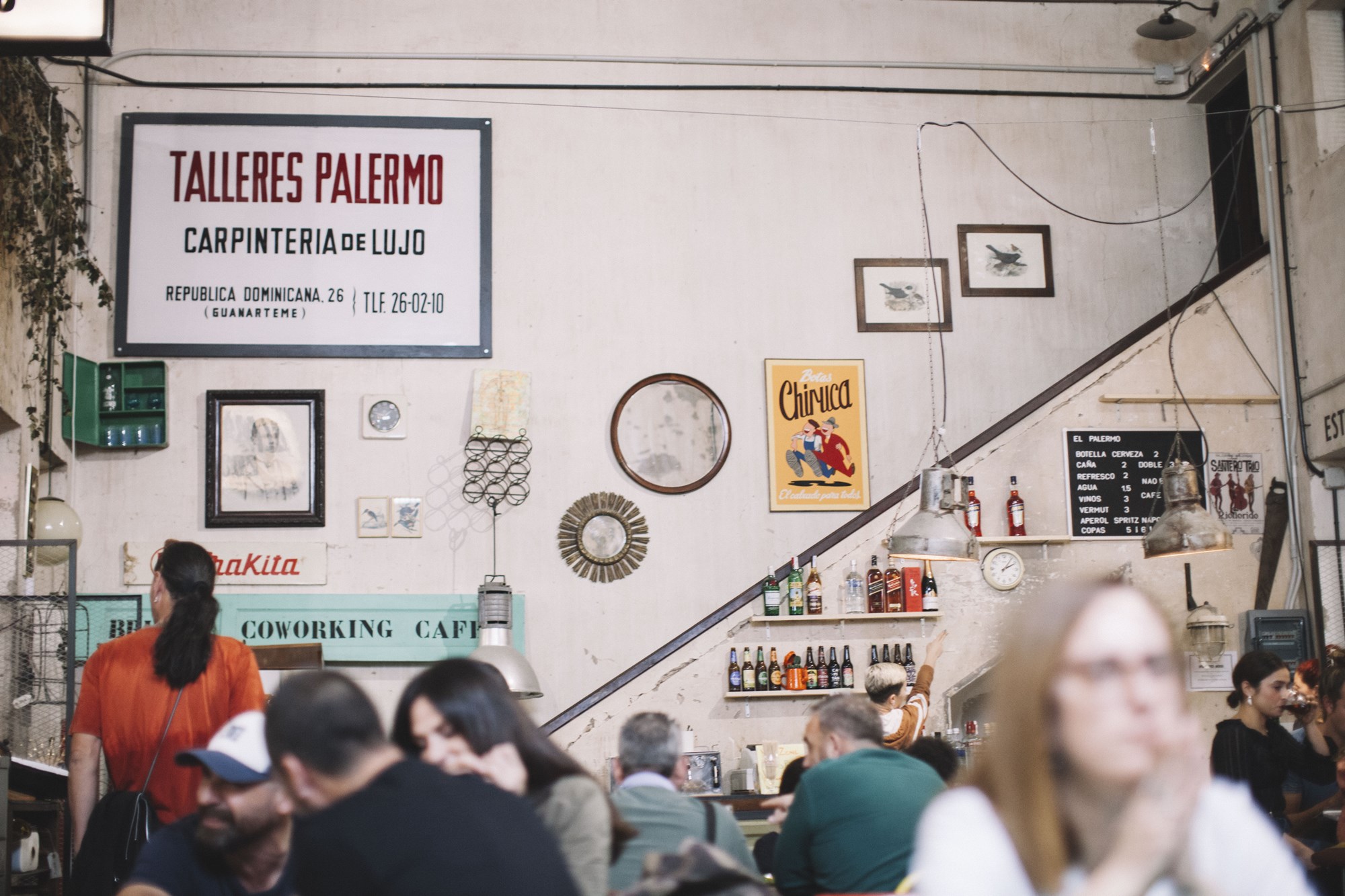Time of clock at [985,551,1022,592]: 2:06
